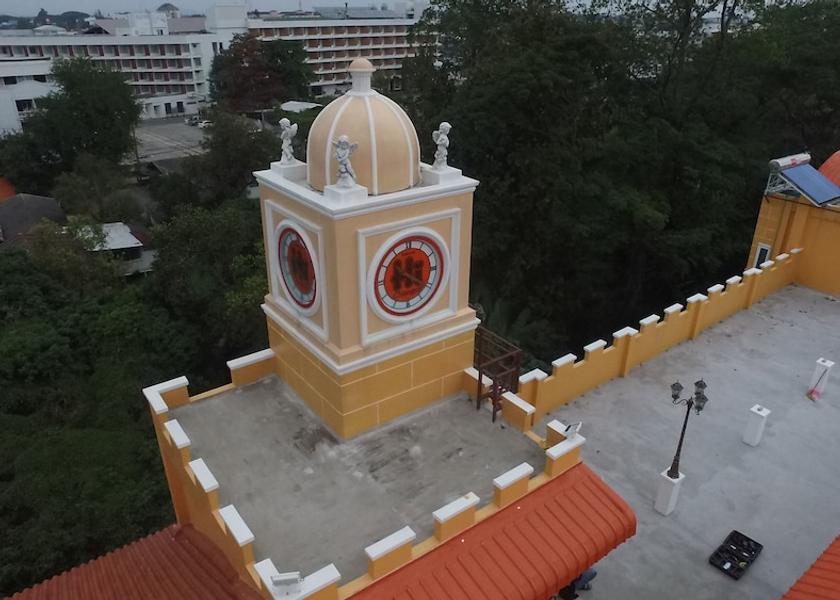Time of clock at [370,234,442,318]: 7:20
